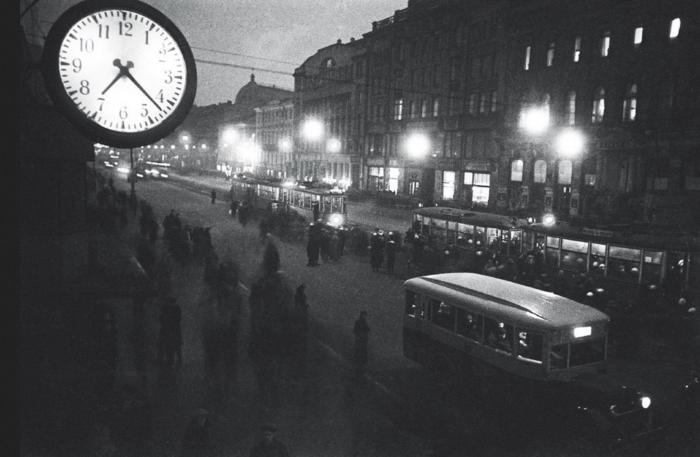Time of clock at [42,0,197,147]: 7:21
